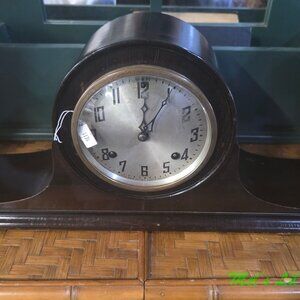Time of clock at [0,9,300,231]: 1:00
